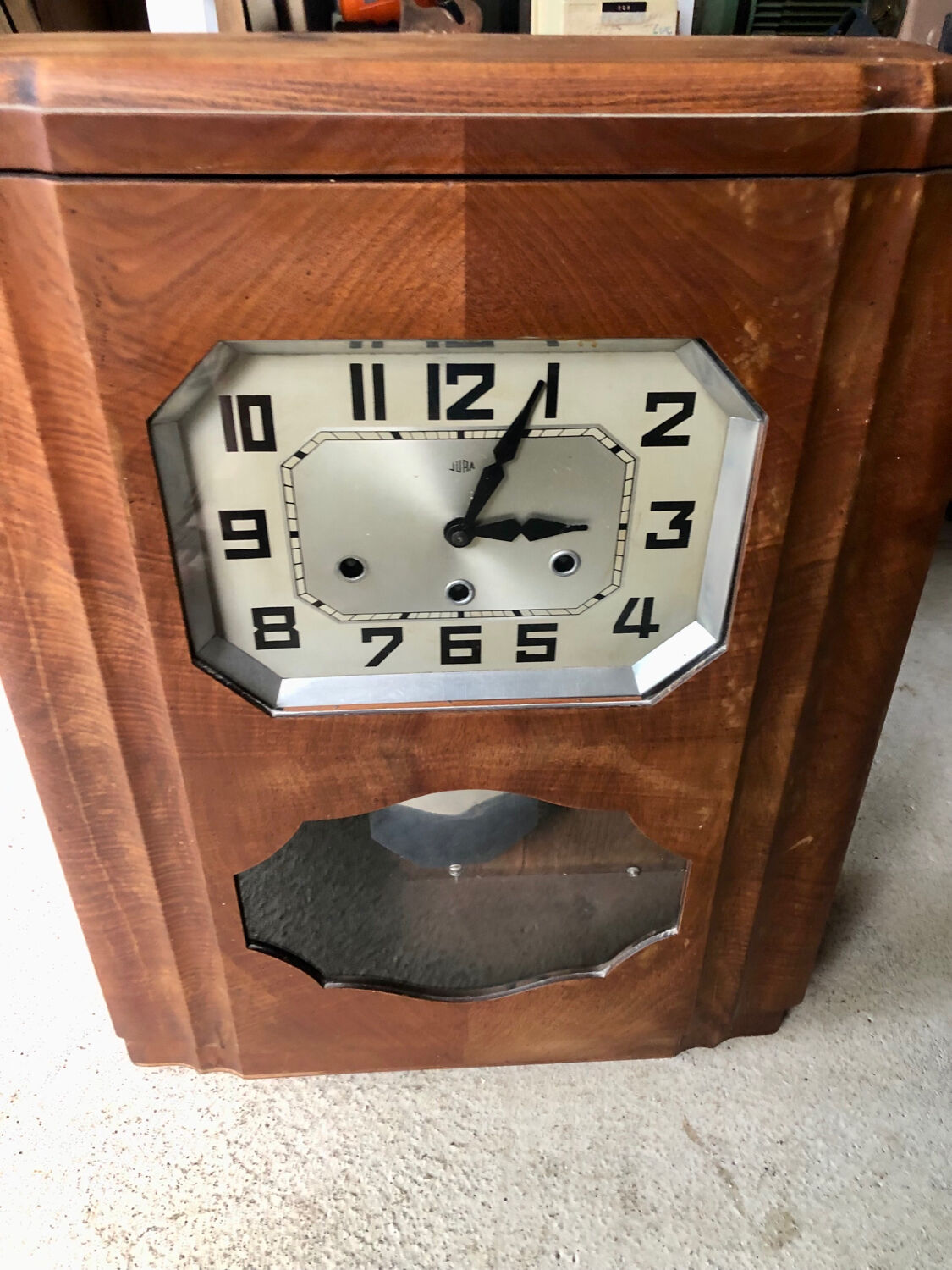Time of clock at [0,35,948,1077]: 3:04
